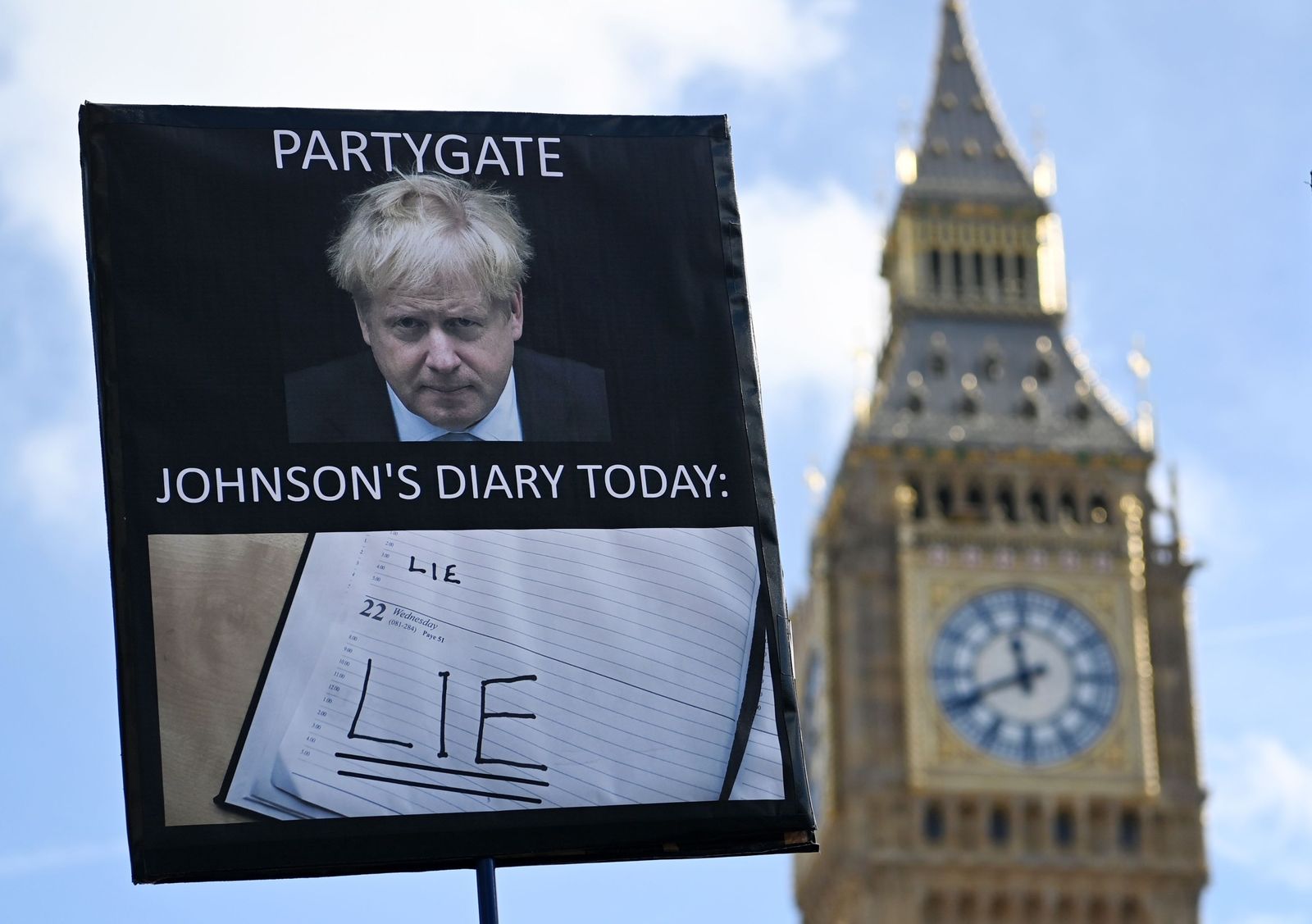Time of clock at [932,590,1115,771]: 11:40
